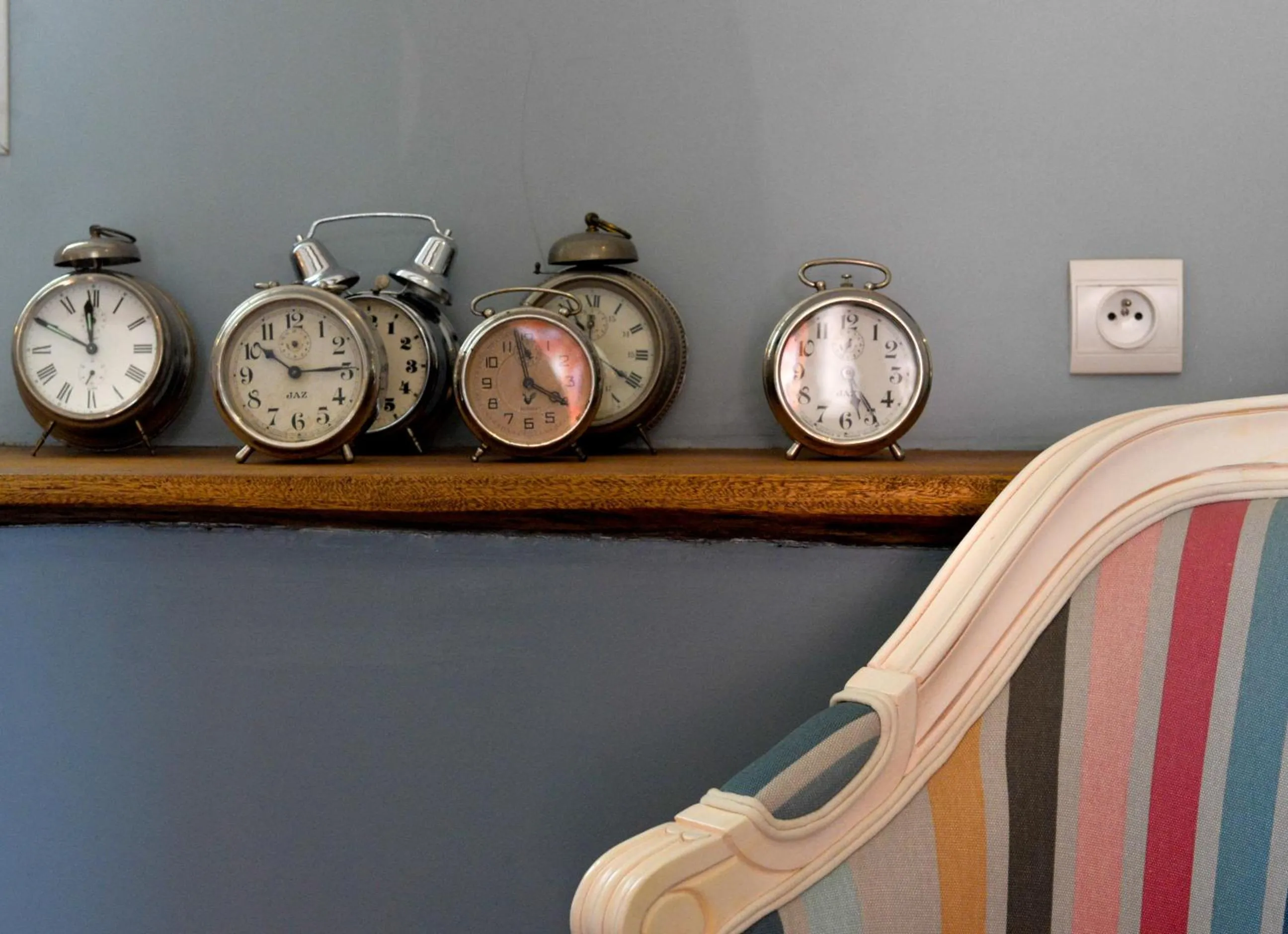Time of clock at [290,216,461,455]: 10:14
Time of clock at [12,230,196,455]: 11:49
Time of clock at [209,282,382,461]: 10:14
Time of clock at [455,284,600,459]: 3:58
